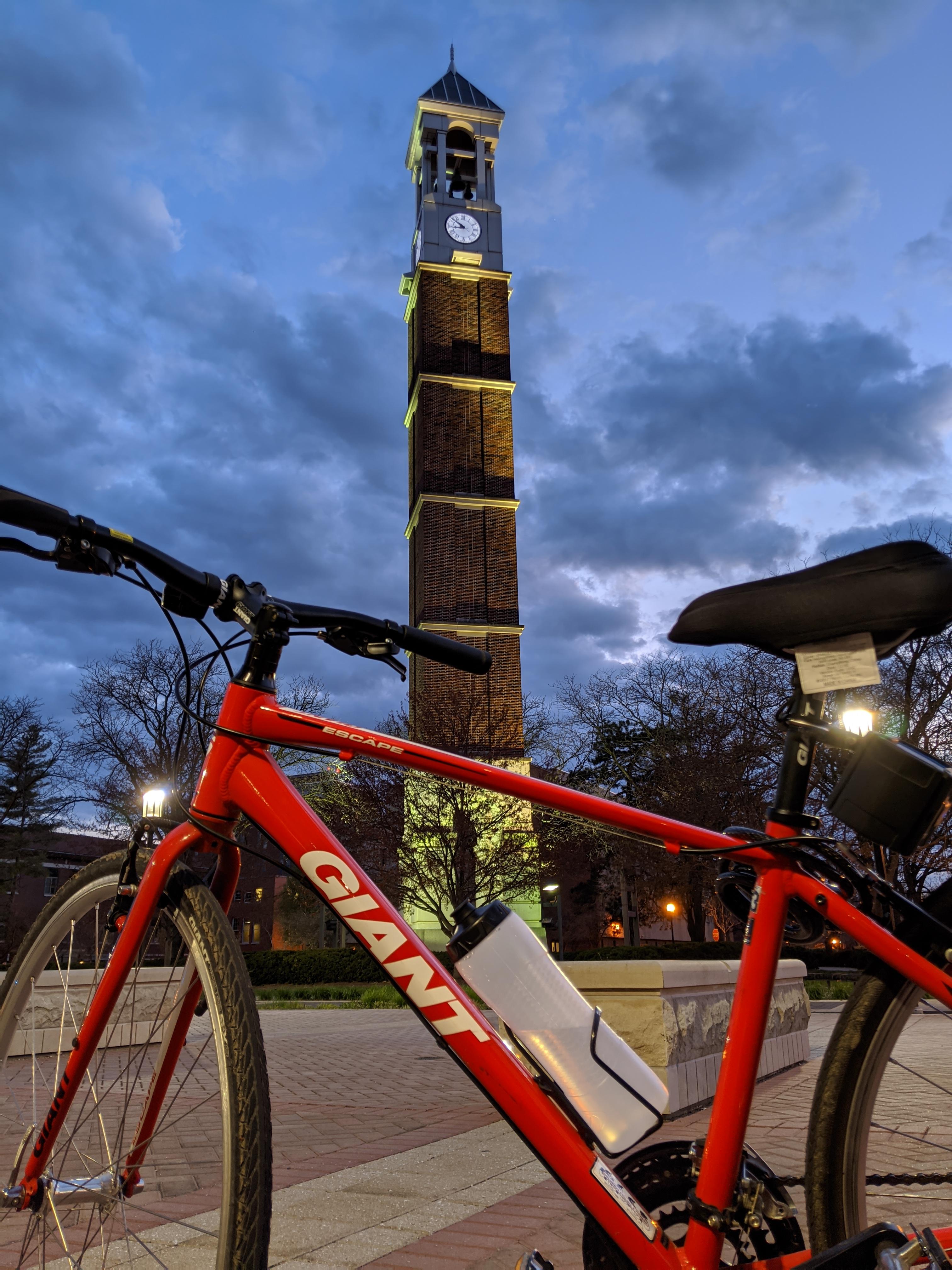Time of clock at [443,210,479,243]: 8:51
